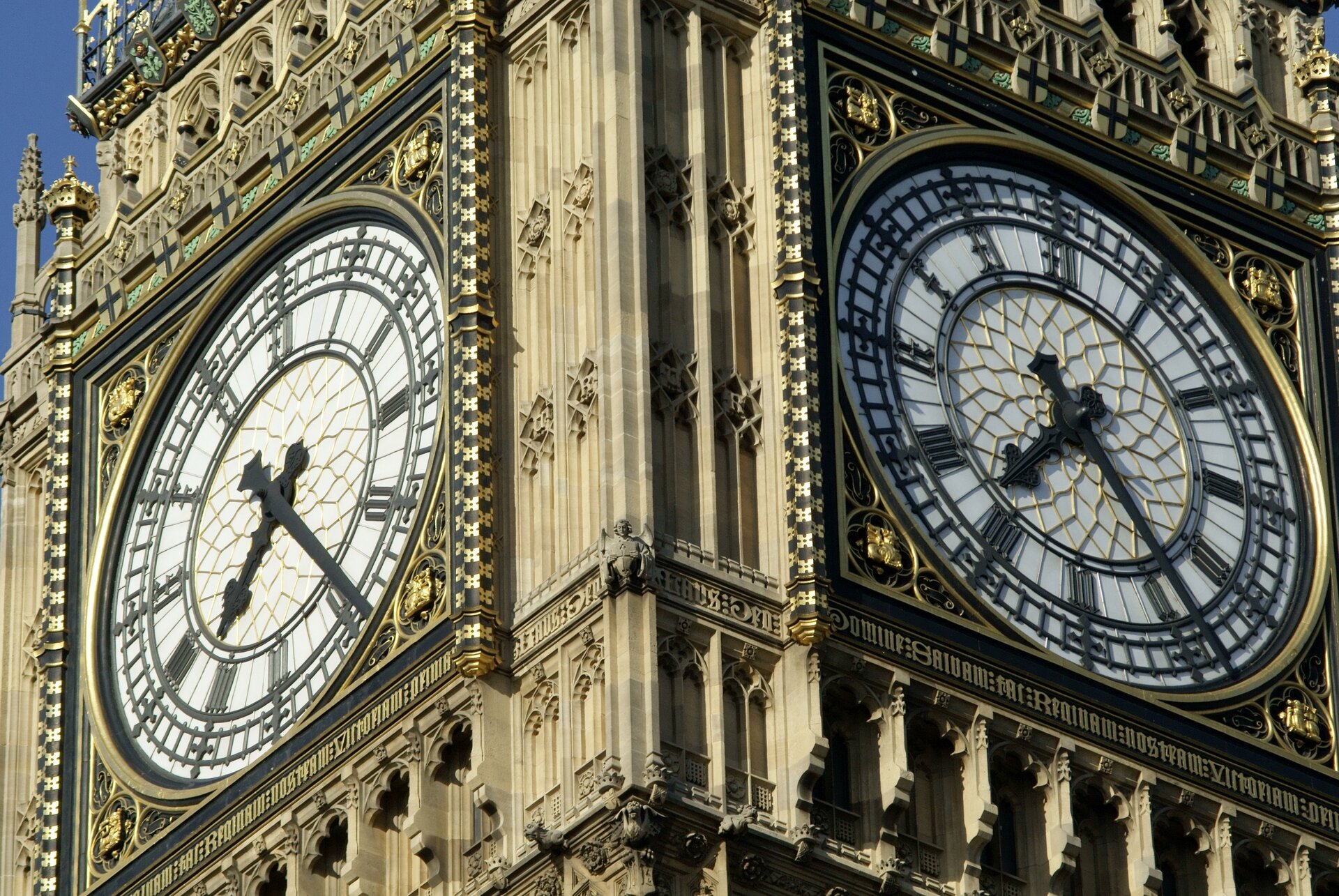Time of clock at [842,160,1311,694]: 7:23
